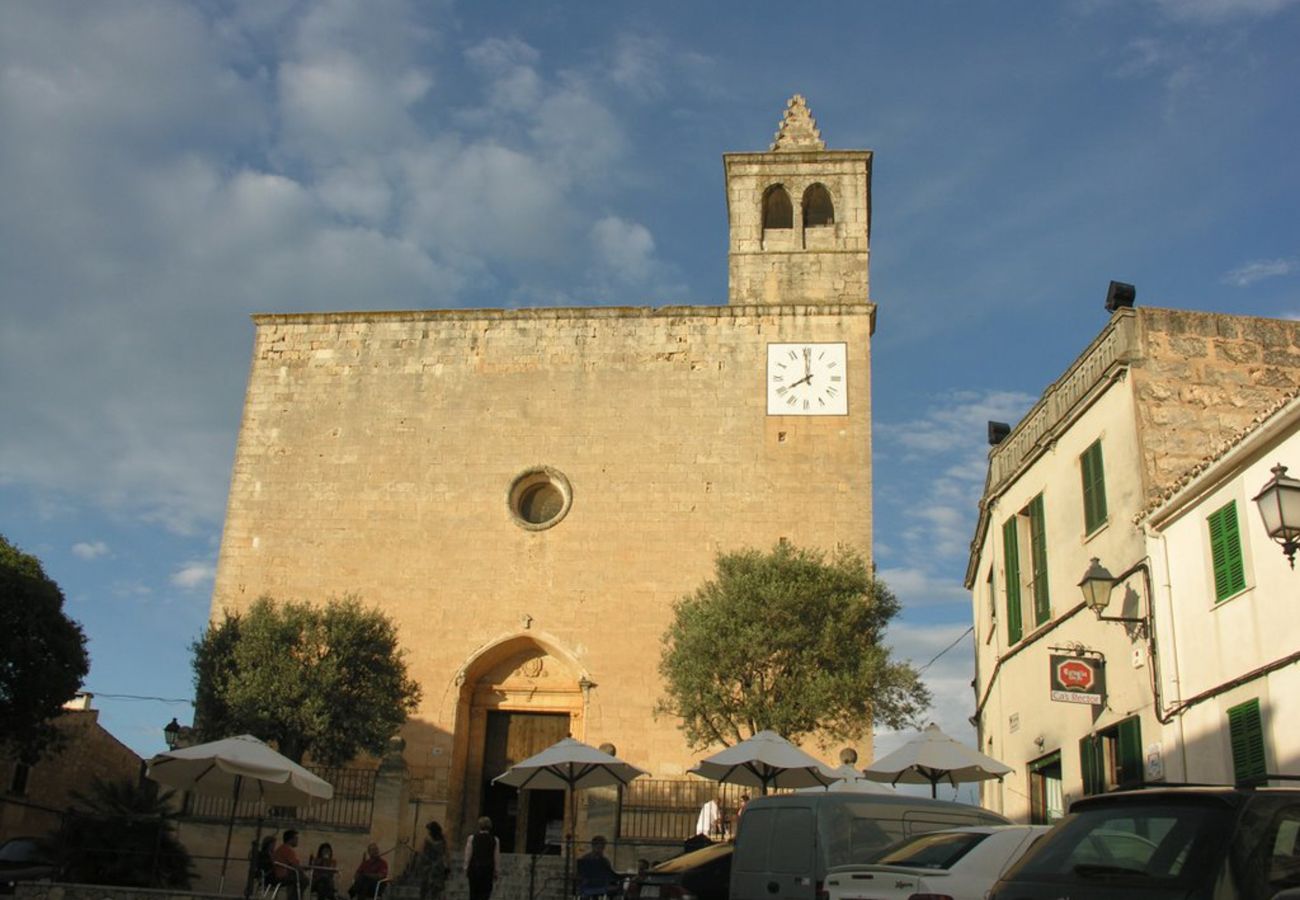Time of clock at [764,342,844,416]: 7:59
